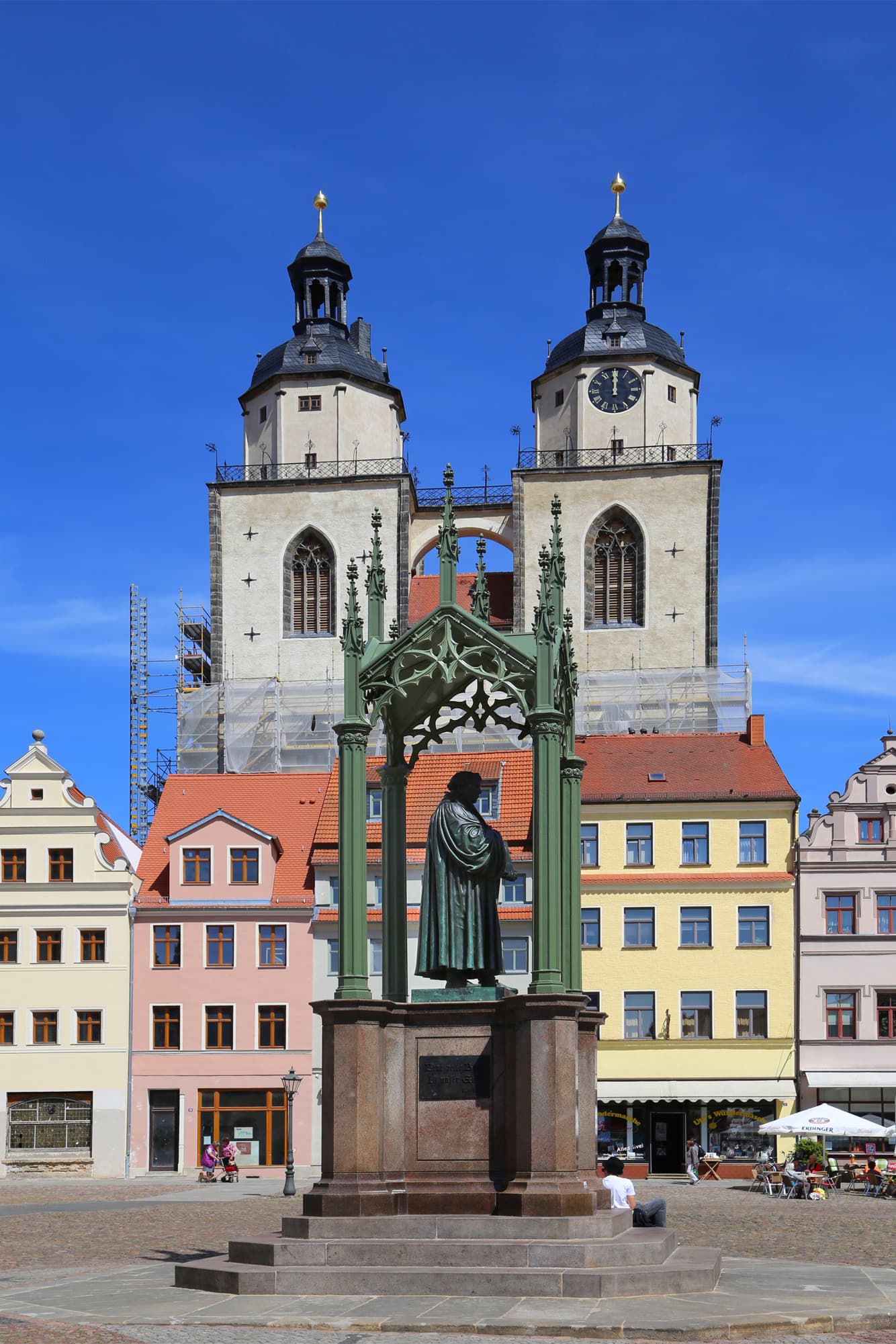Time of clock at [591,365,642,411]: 11:59
